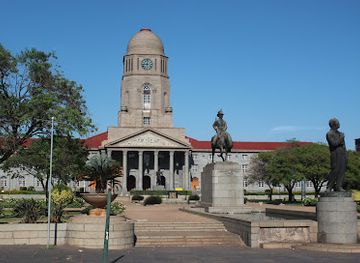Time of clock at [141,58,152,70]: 9:01
